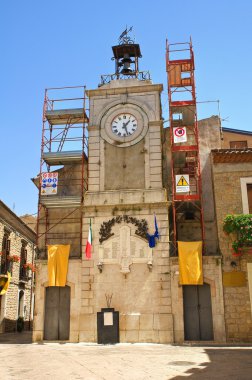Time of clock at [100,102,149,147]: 1:26
